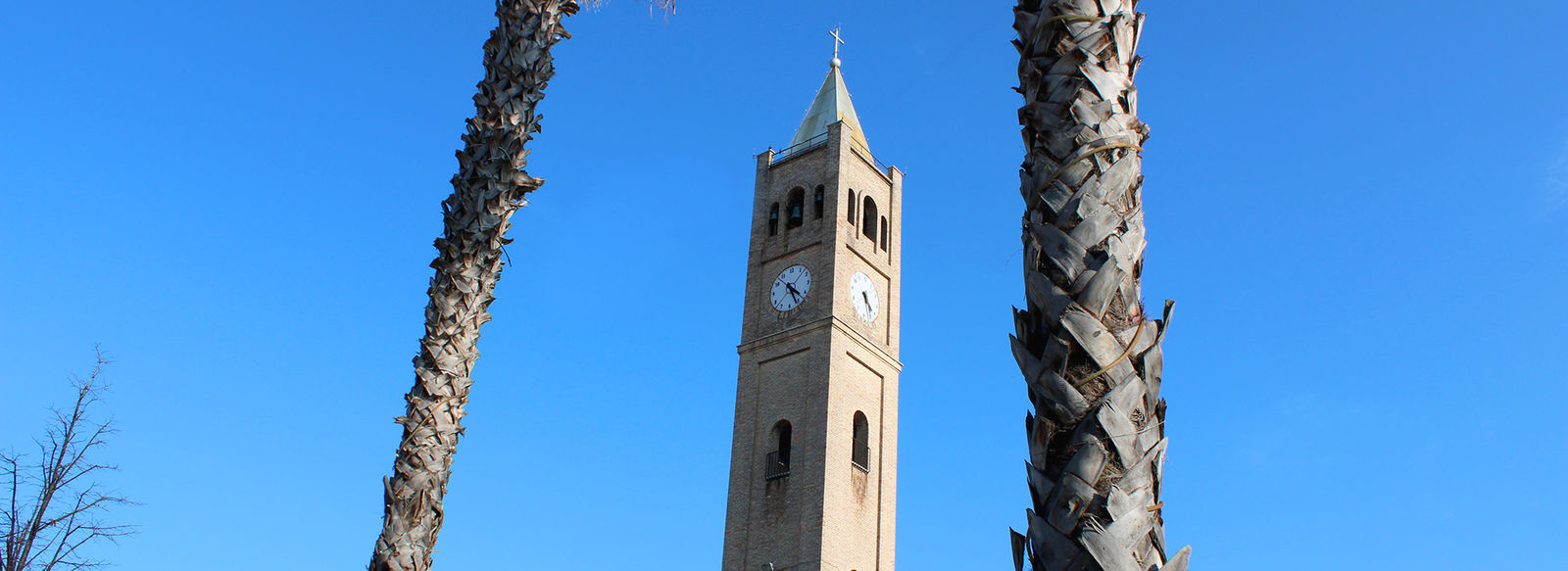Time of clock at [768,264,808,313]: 4:26
